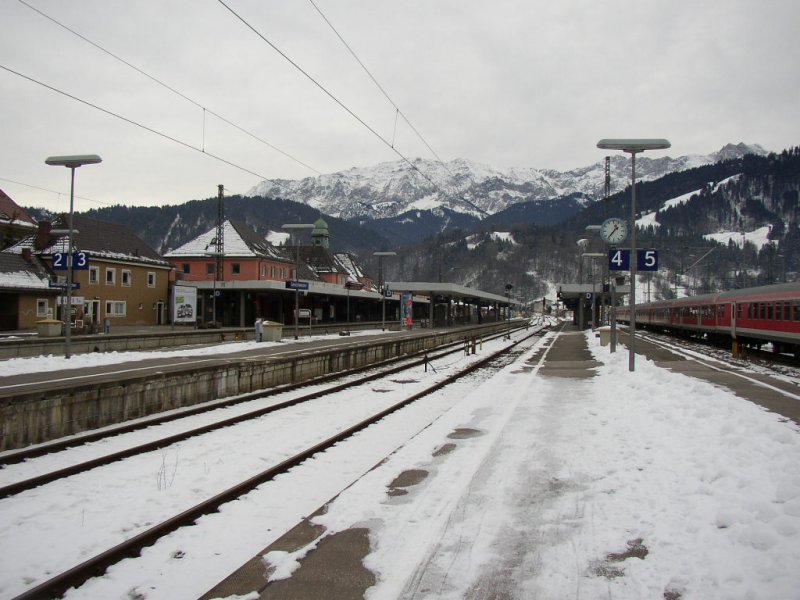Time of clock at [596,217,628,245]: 1:36
